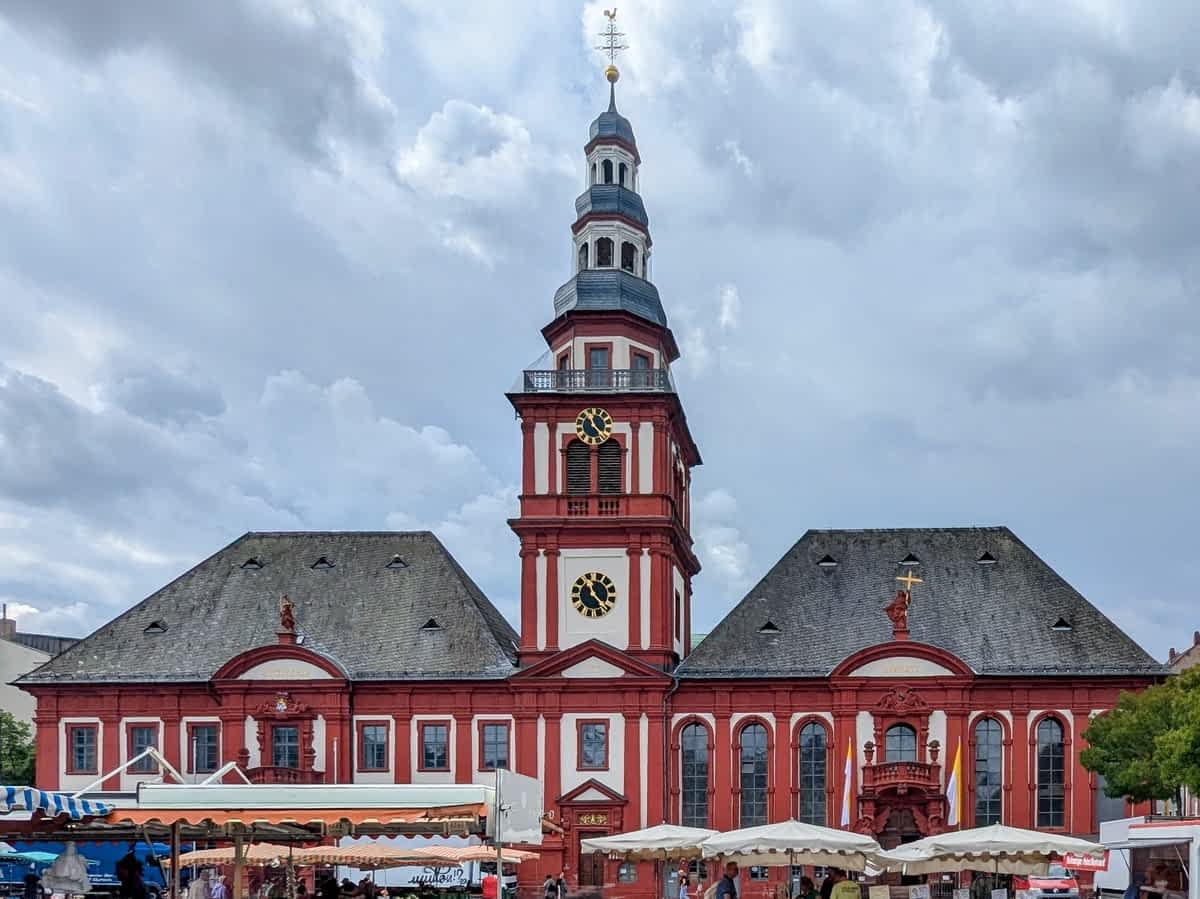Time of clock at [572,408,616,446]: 11:22
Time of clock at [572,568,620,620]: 11:21
